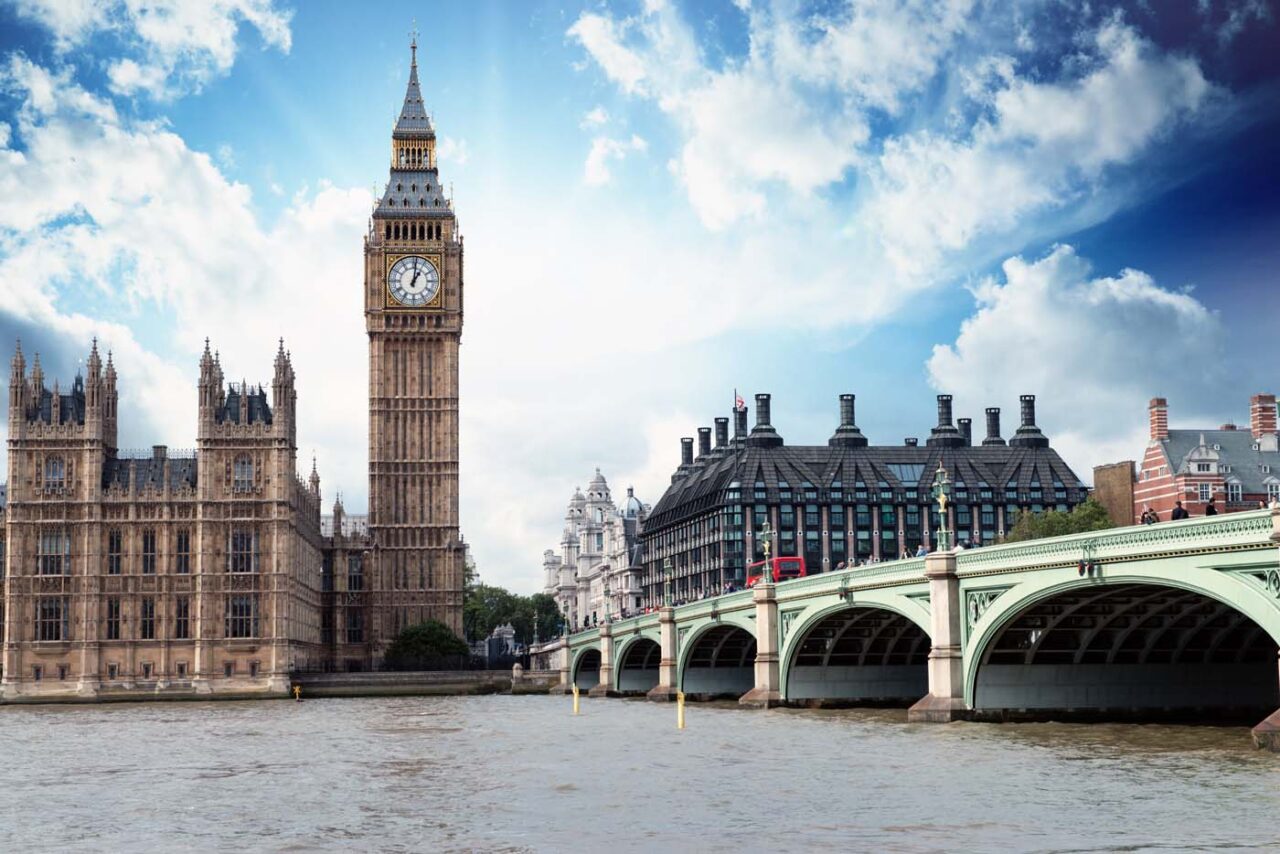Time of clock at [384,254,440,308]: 1:01
